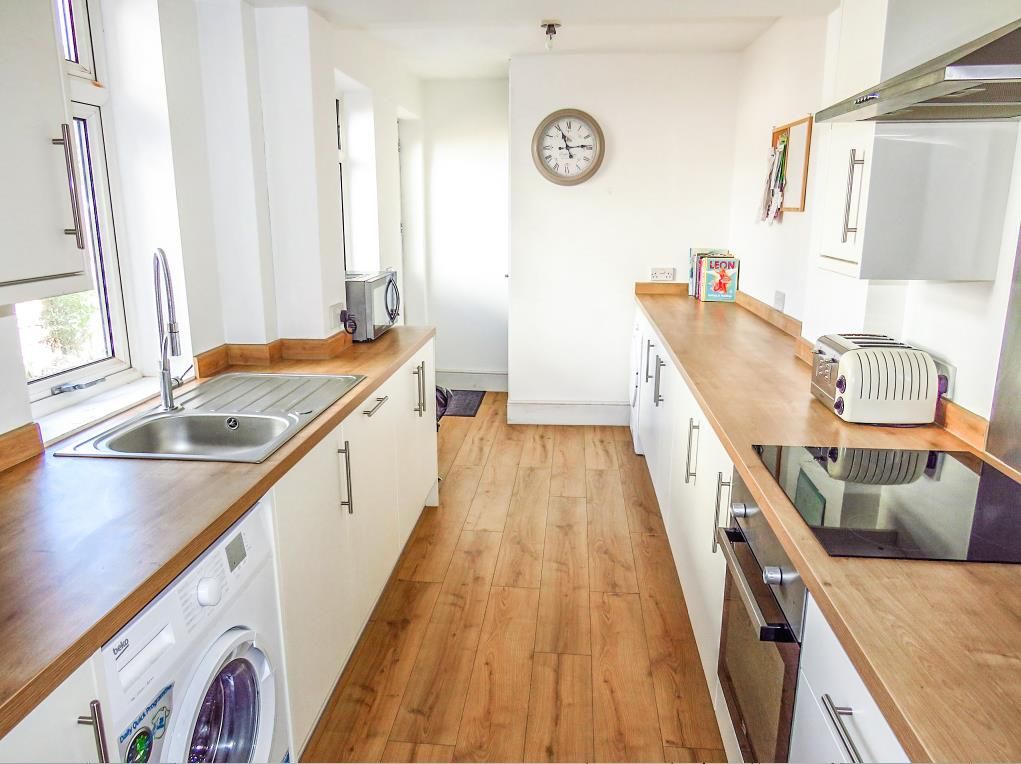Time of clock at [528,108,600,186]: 11:13
